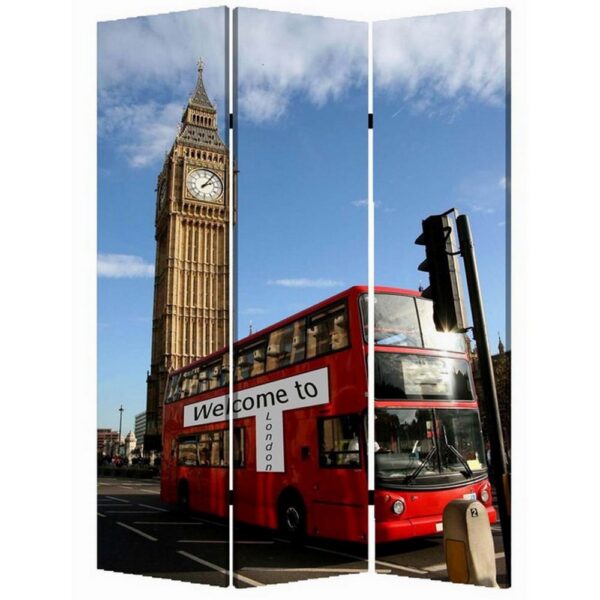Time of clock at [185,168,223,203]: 2:06
